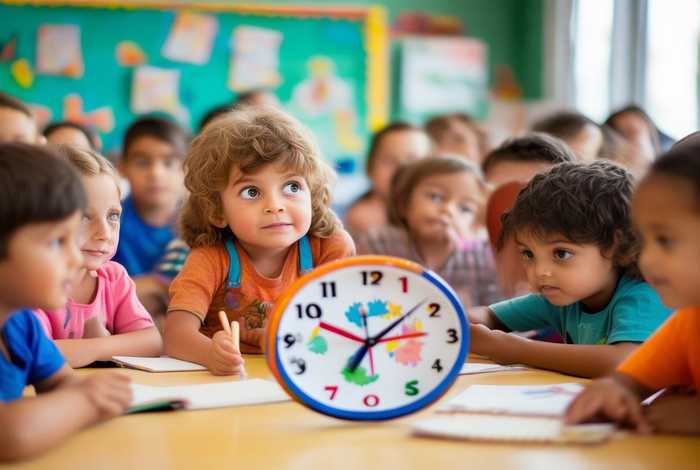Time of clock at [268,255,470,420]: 1:34
